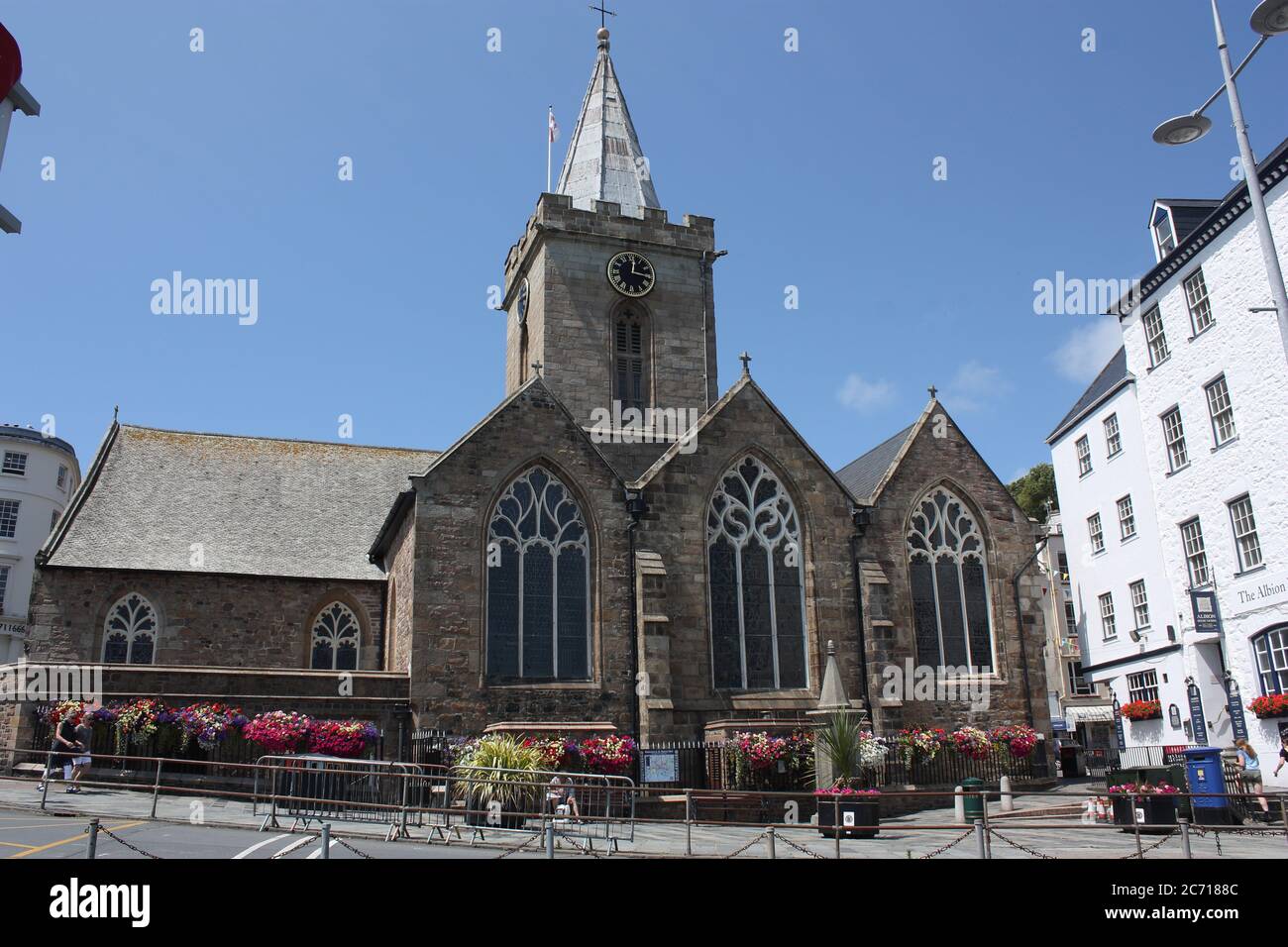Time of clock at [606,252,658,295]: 12:16
